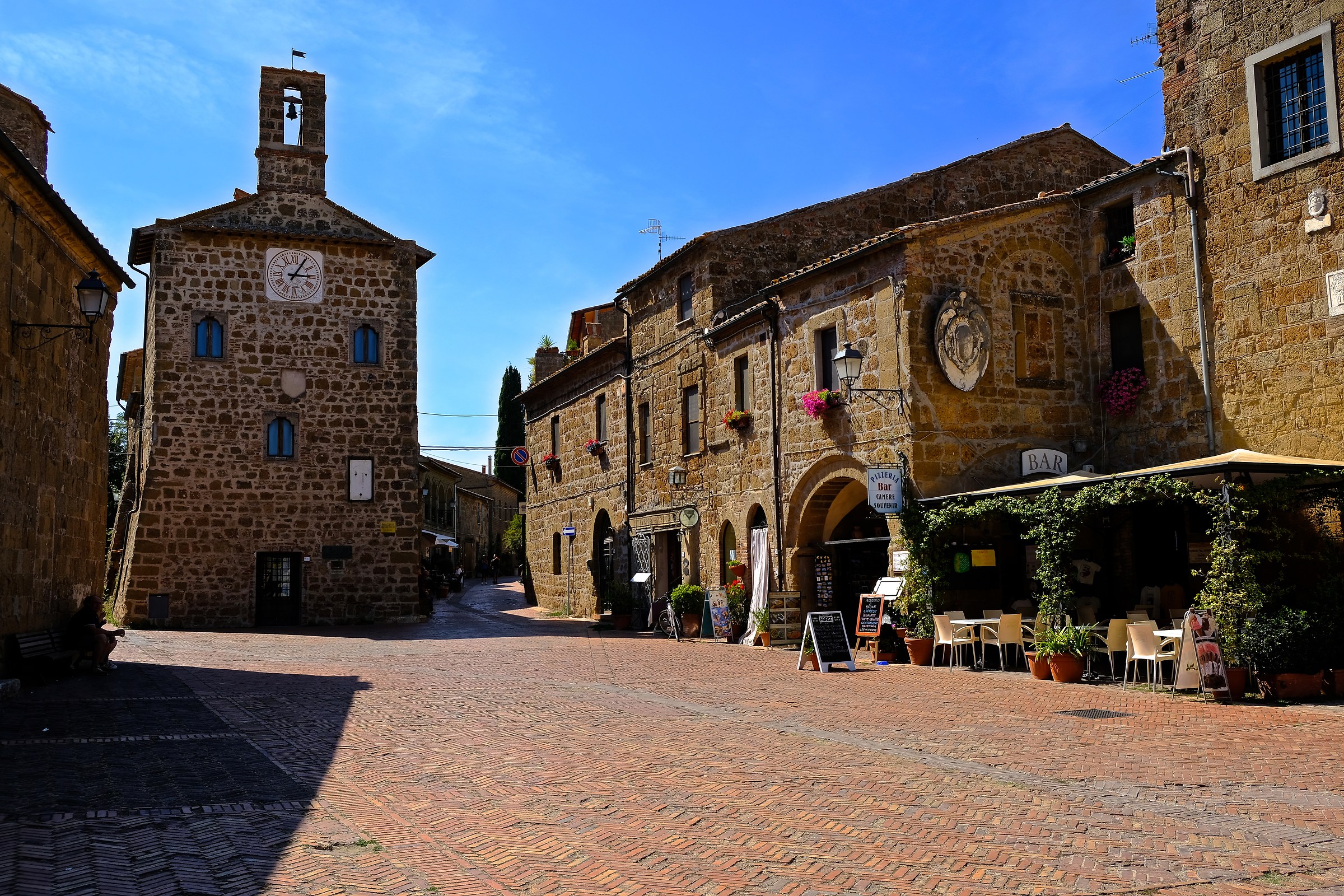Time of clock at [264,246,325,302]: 3:05
